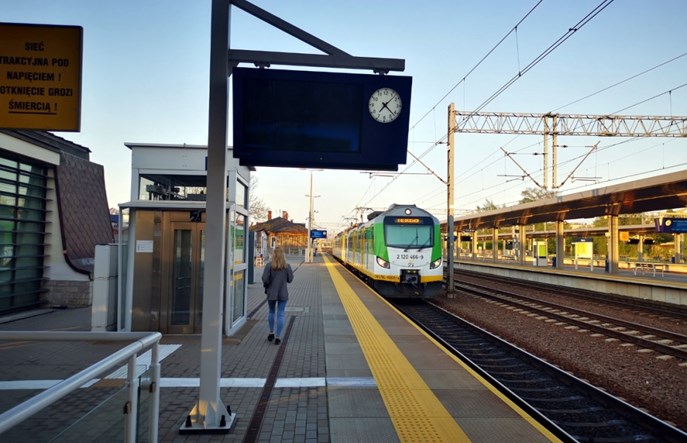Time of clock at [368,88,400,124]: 7:22
